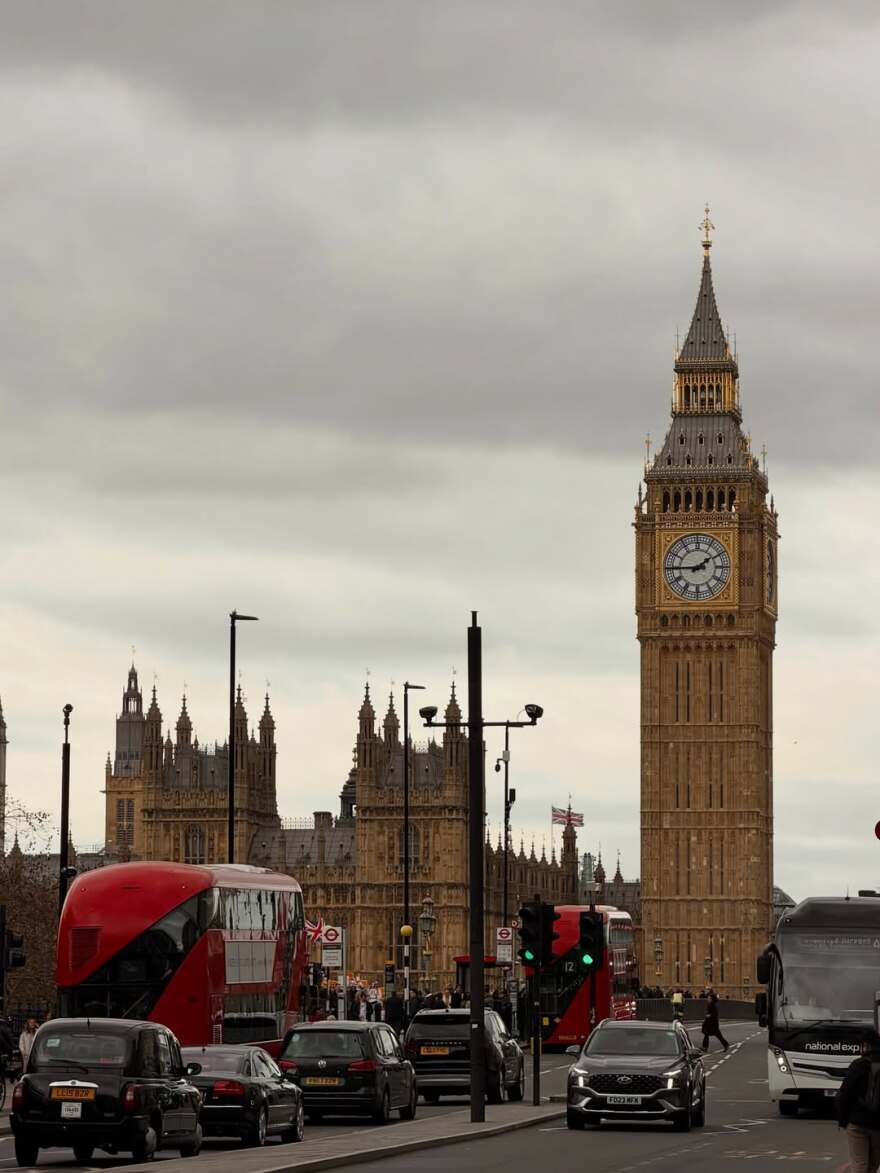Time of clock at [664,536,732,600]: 1:45
